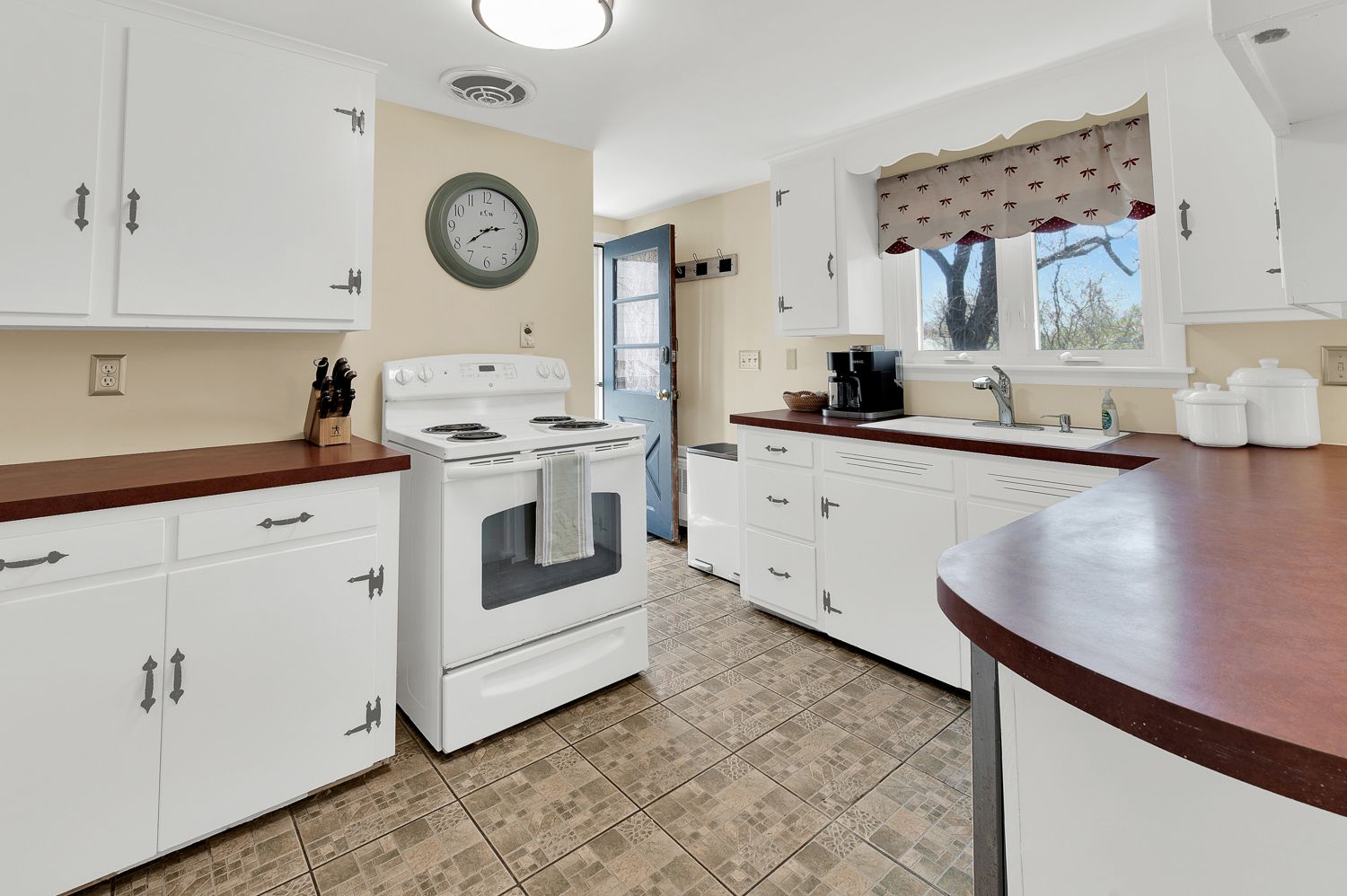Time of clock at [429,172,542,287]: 2:38
